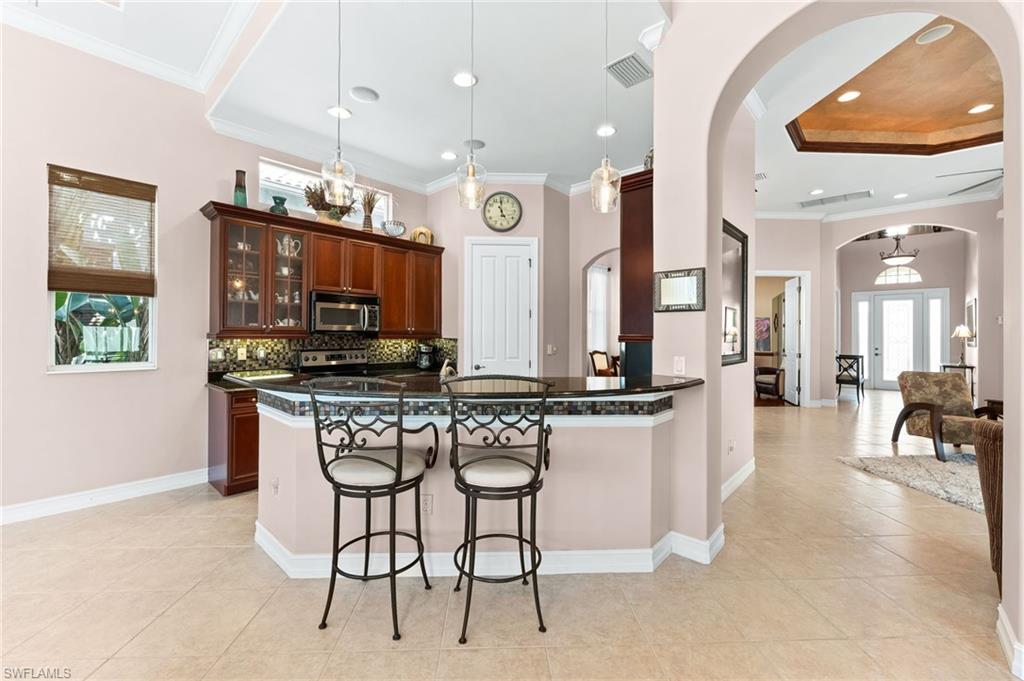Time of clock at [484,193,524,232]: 4:59
